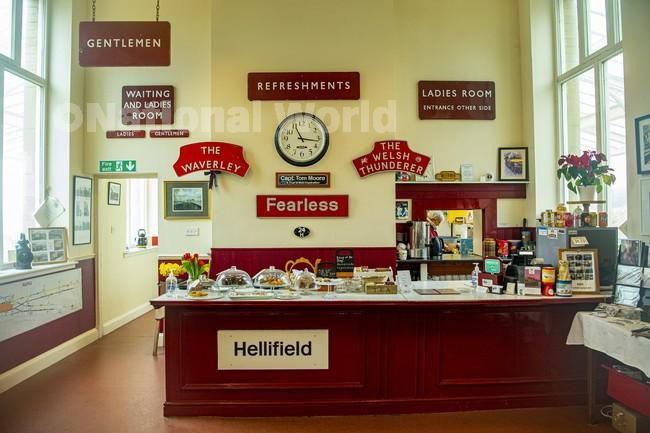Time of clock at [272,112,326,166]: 11:16
